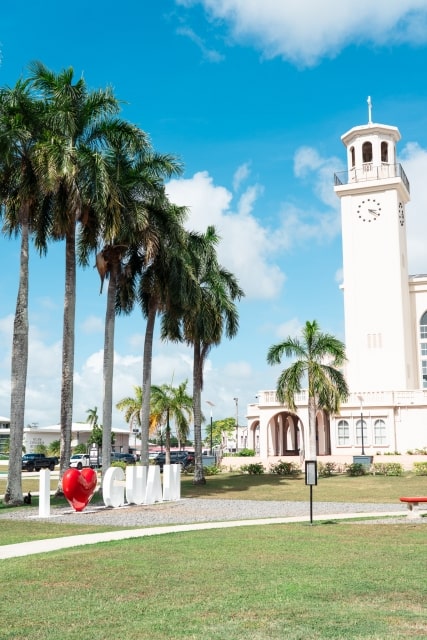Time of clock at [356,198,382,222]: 3:21
